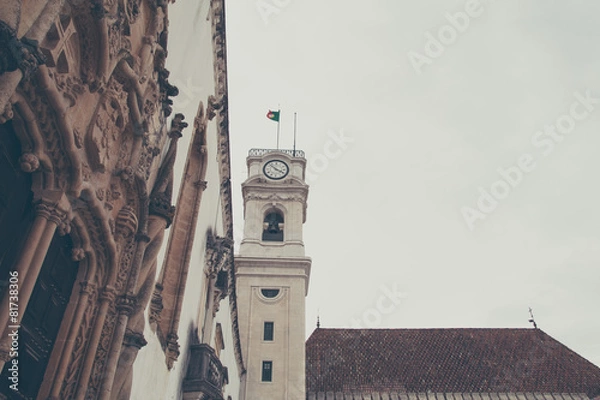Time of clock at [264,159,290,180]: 3:52
